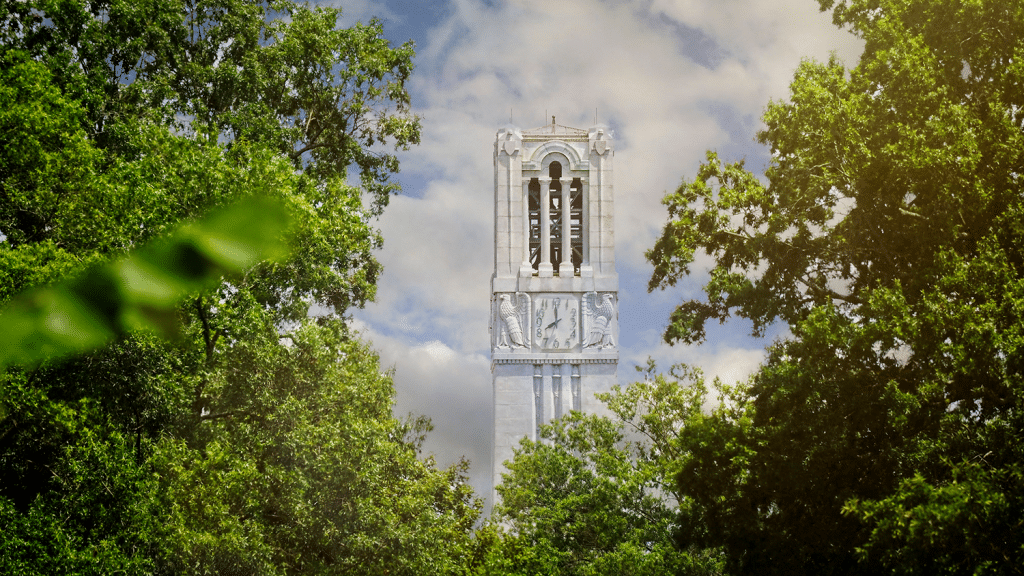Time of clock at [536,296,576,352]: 7:59
